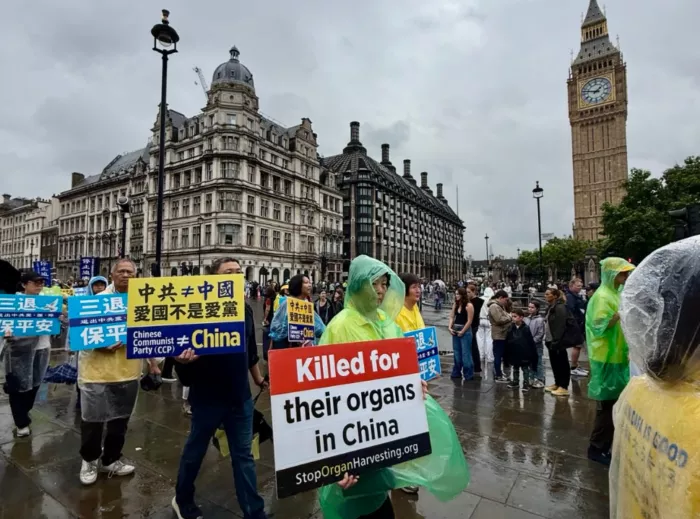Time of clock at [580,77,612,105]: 1:47
